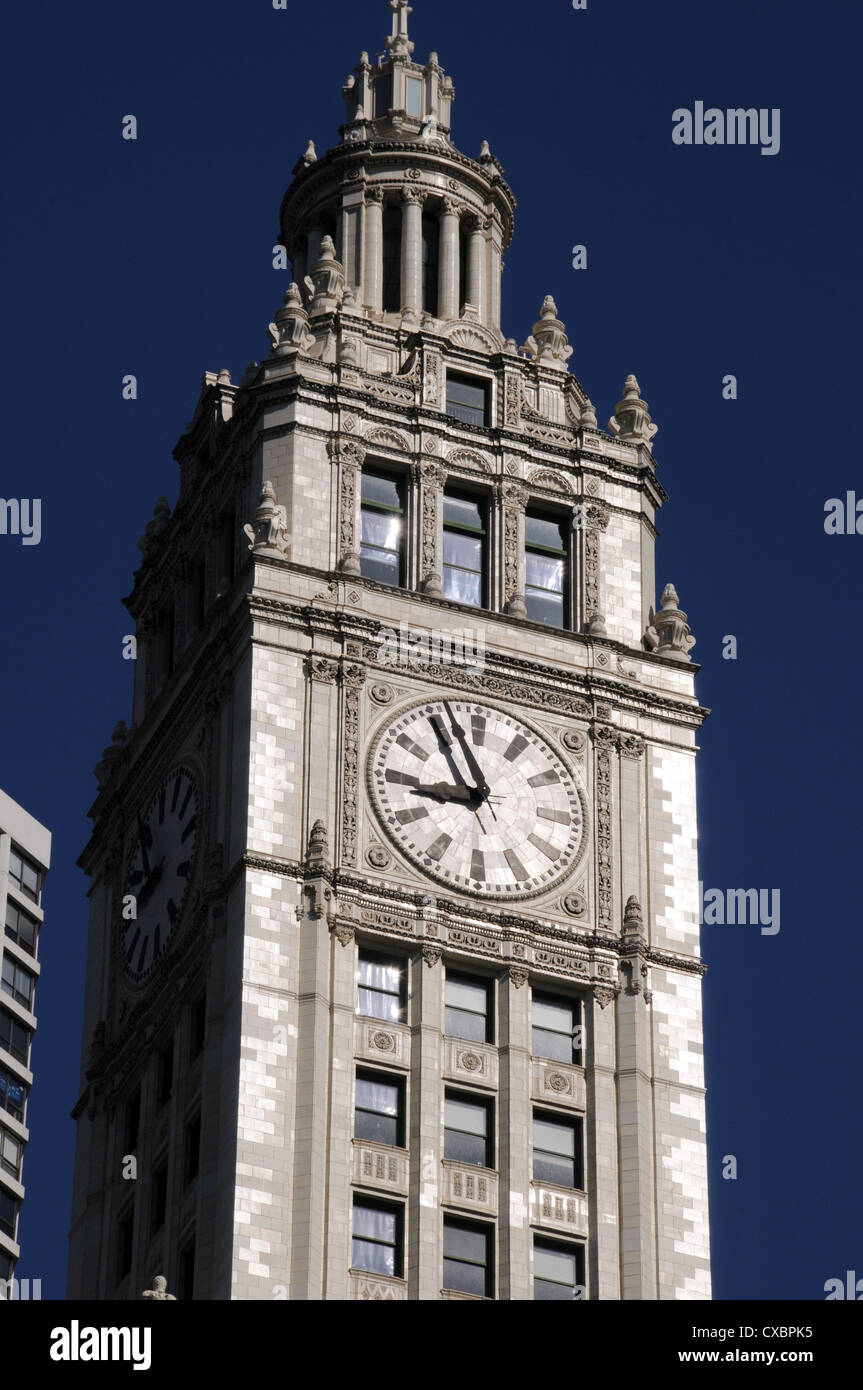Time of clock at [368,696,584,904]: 8:56
